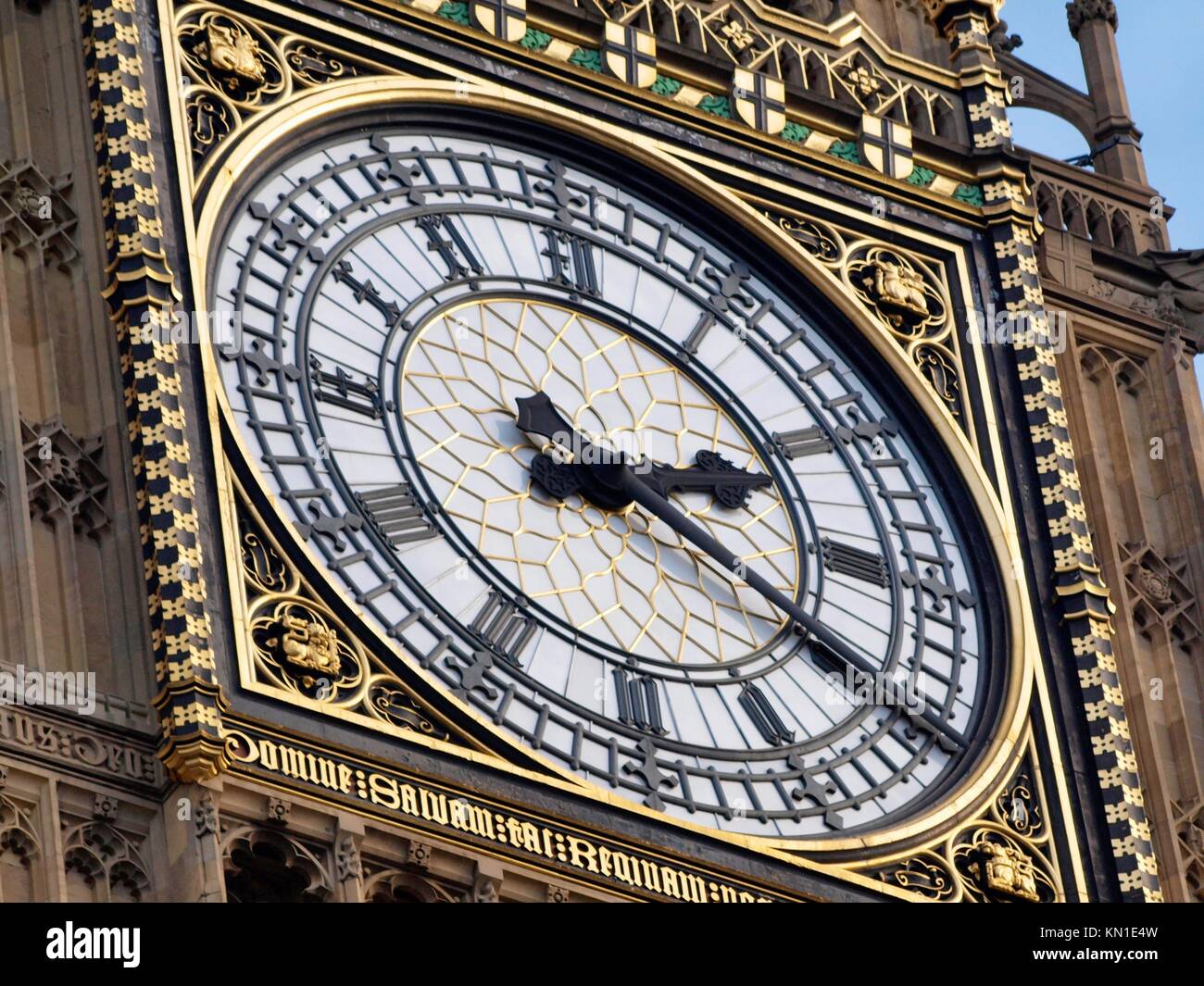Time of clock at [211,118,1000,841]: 2:19
